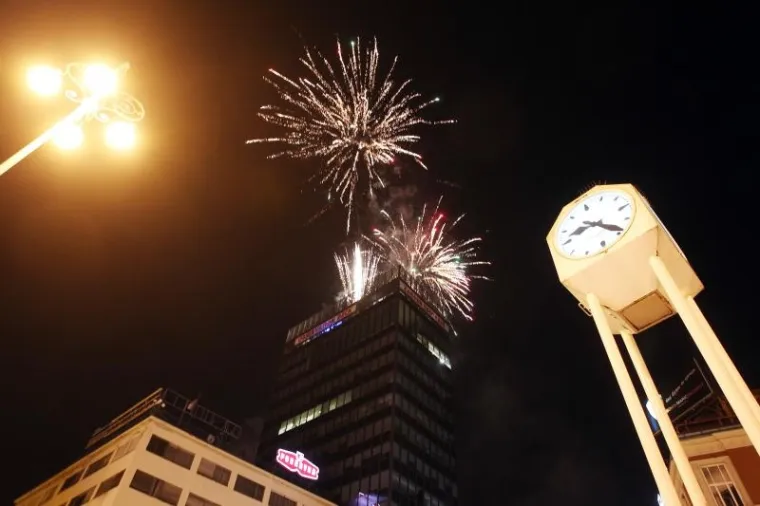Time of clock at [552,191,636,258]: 8:18
